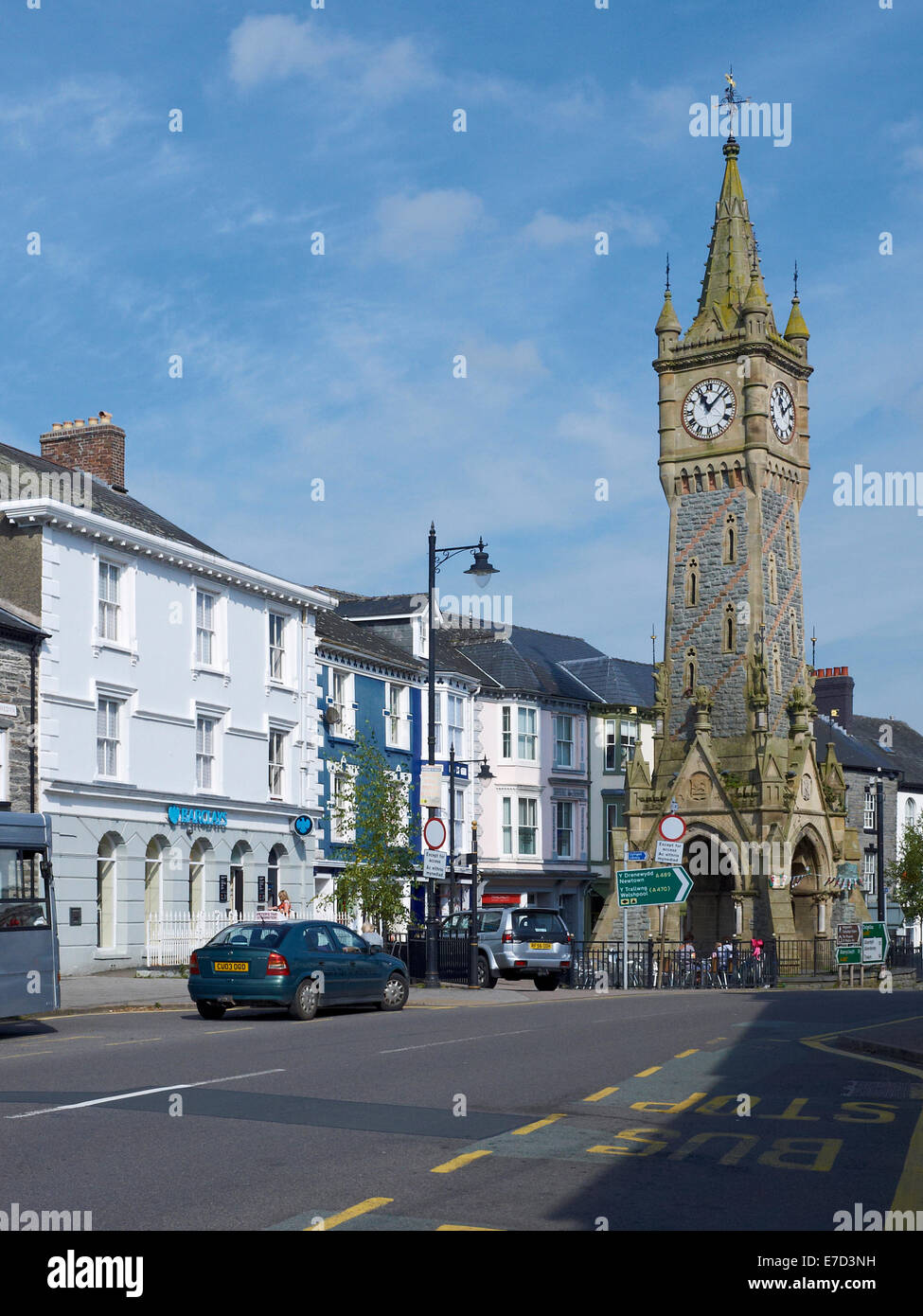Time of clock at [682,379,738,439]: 11:07
